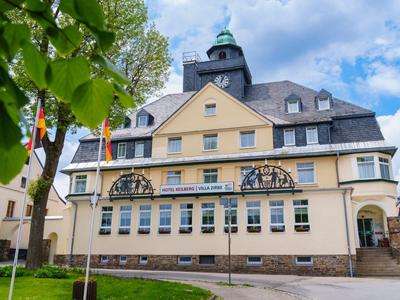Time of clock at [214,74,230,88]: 1:02
